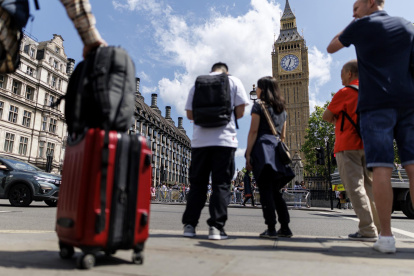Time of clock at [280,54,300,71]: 12:33
